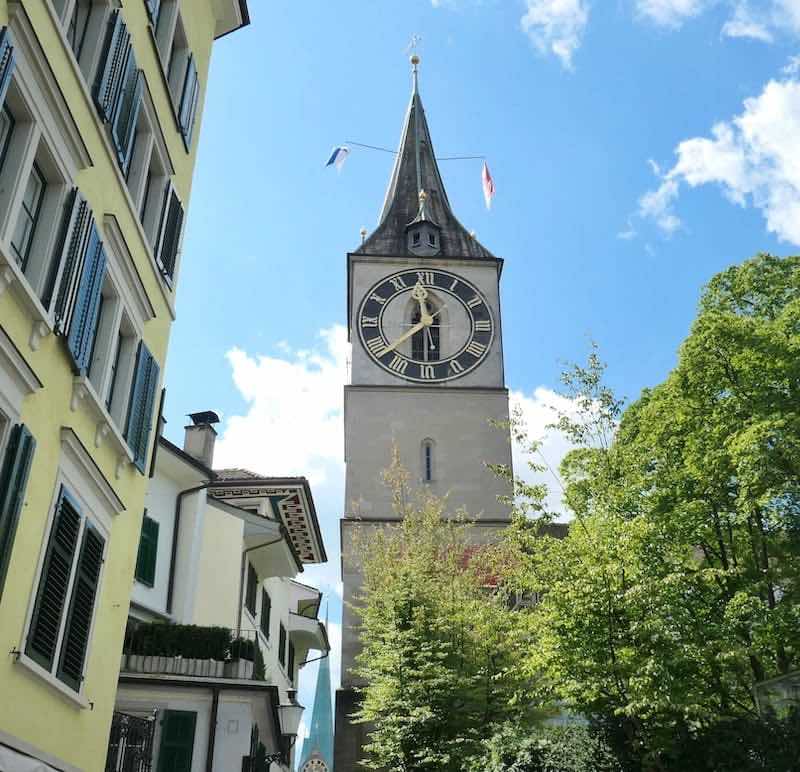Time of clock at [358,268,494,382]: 11:30
